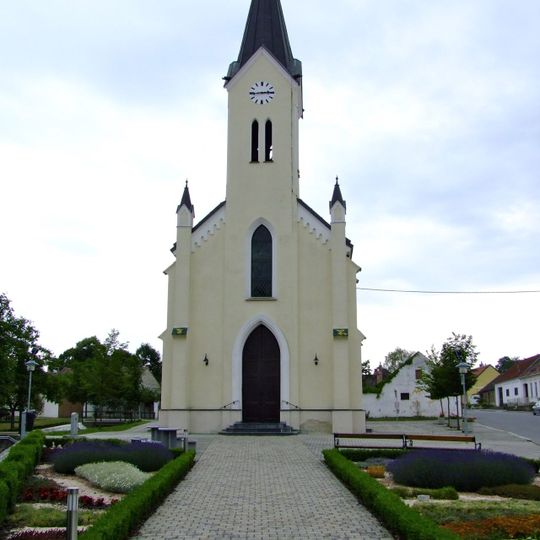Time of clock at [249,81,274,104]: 2:44
